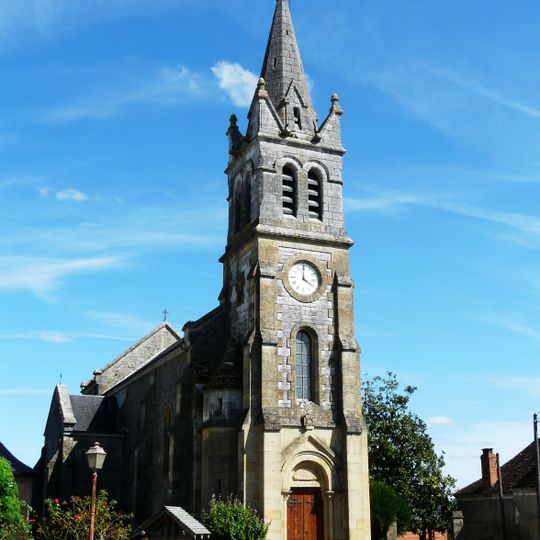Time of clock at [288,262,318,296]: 4:00
